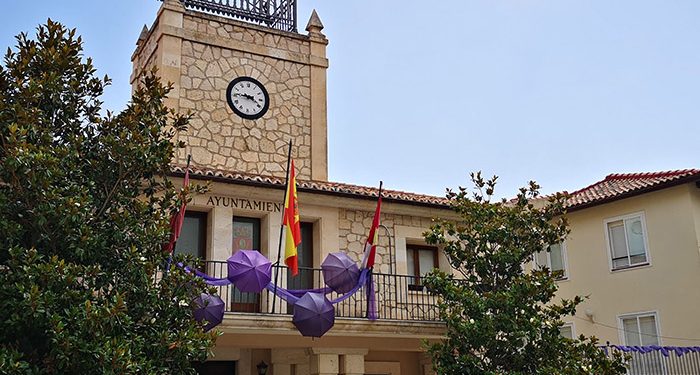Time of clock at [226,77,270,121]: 3:45
